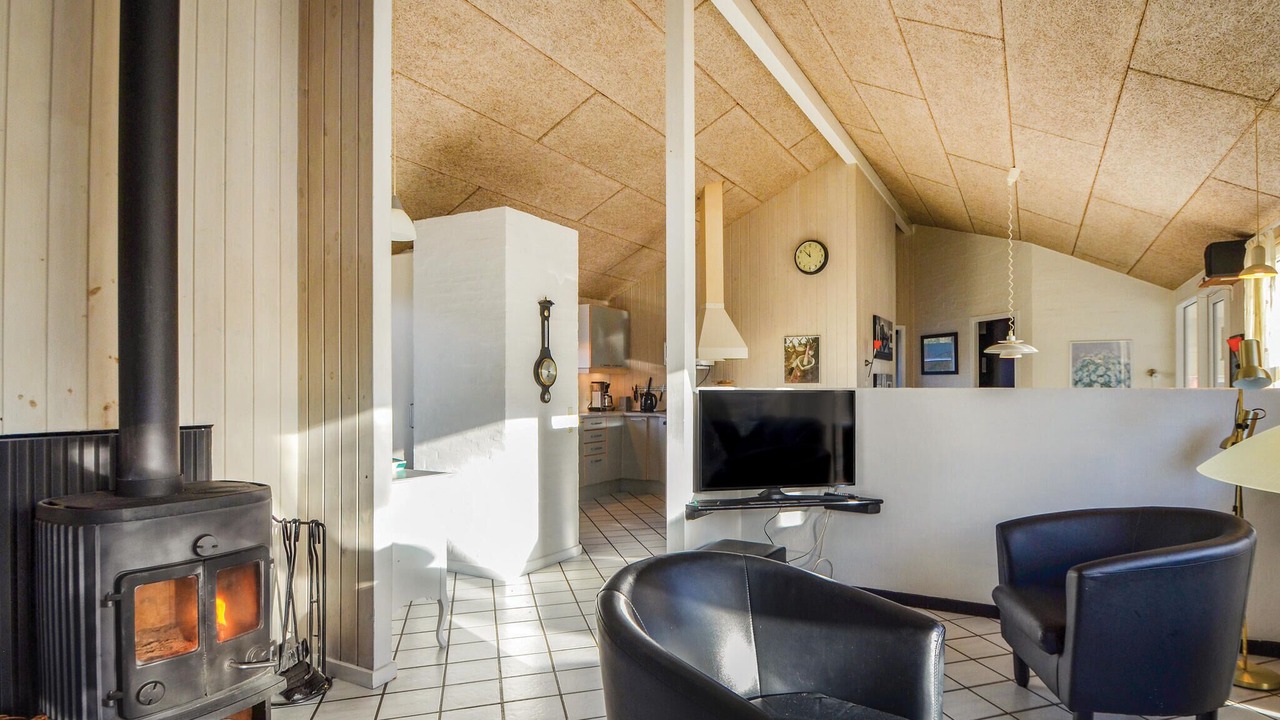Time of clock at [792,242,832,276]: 11:52
